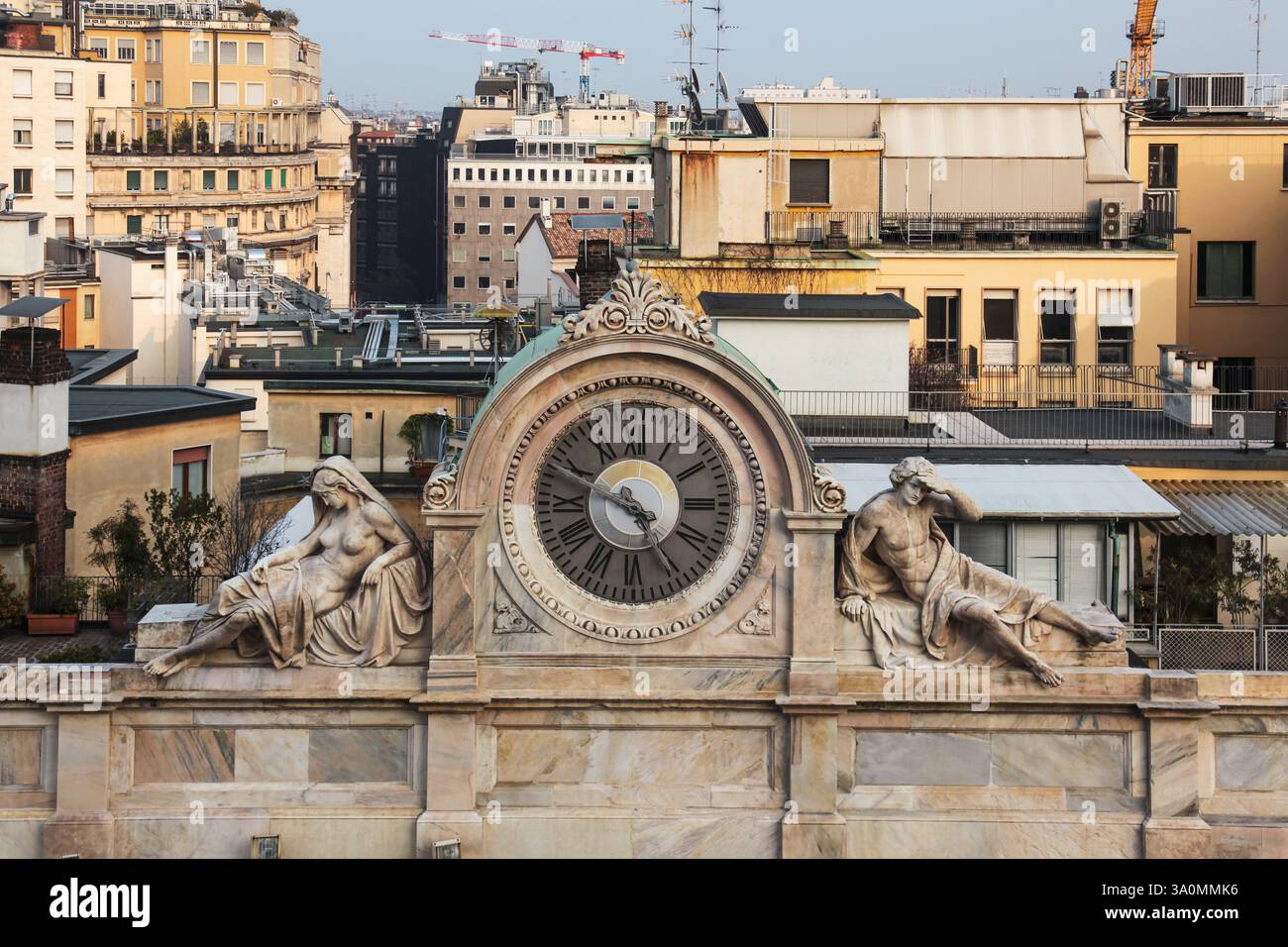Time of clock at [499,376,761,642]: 4:48
